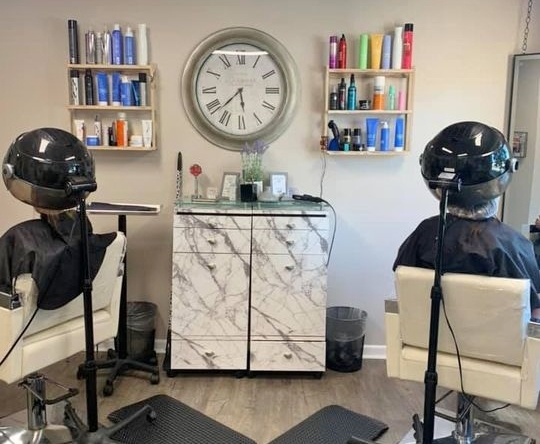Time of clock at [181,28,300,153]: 5:37
